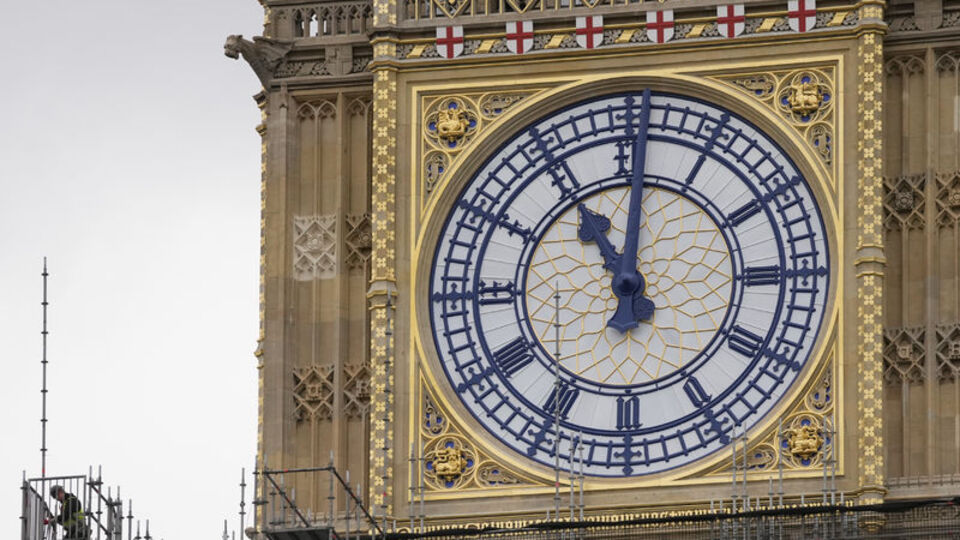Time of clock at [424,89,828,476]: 11:00
